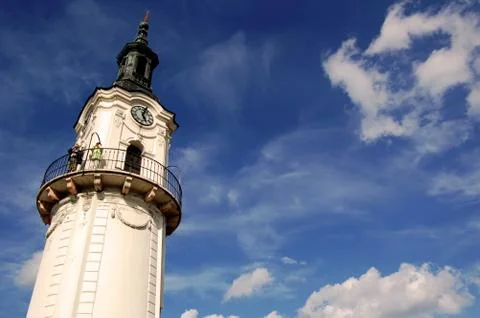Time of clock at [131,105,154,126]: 5:03
